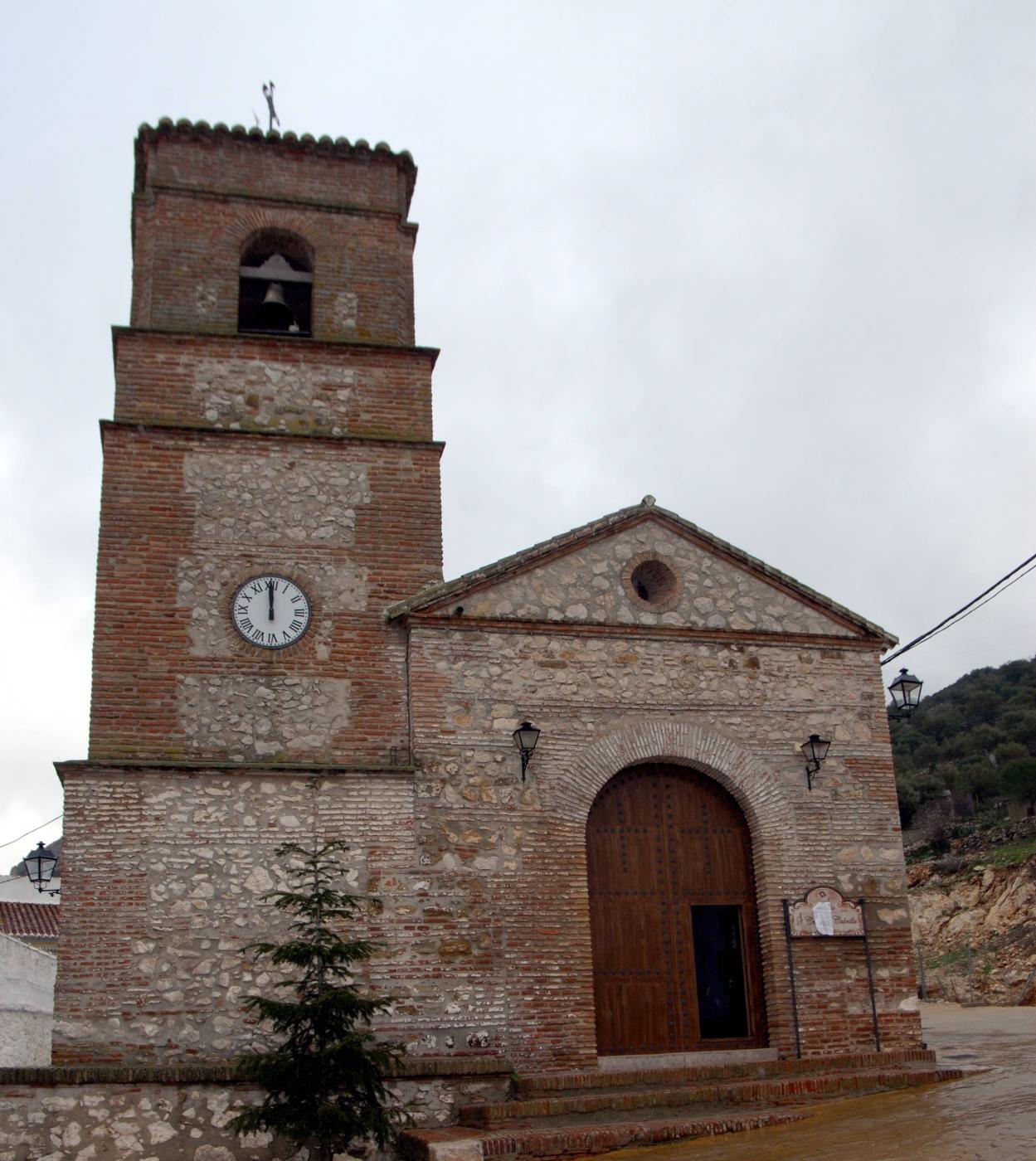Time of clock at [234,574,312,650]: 11:59
